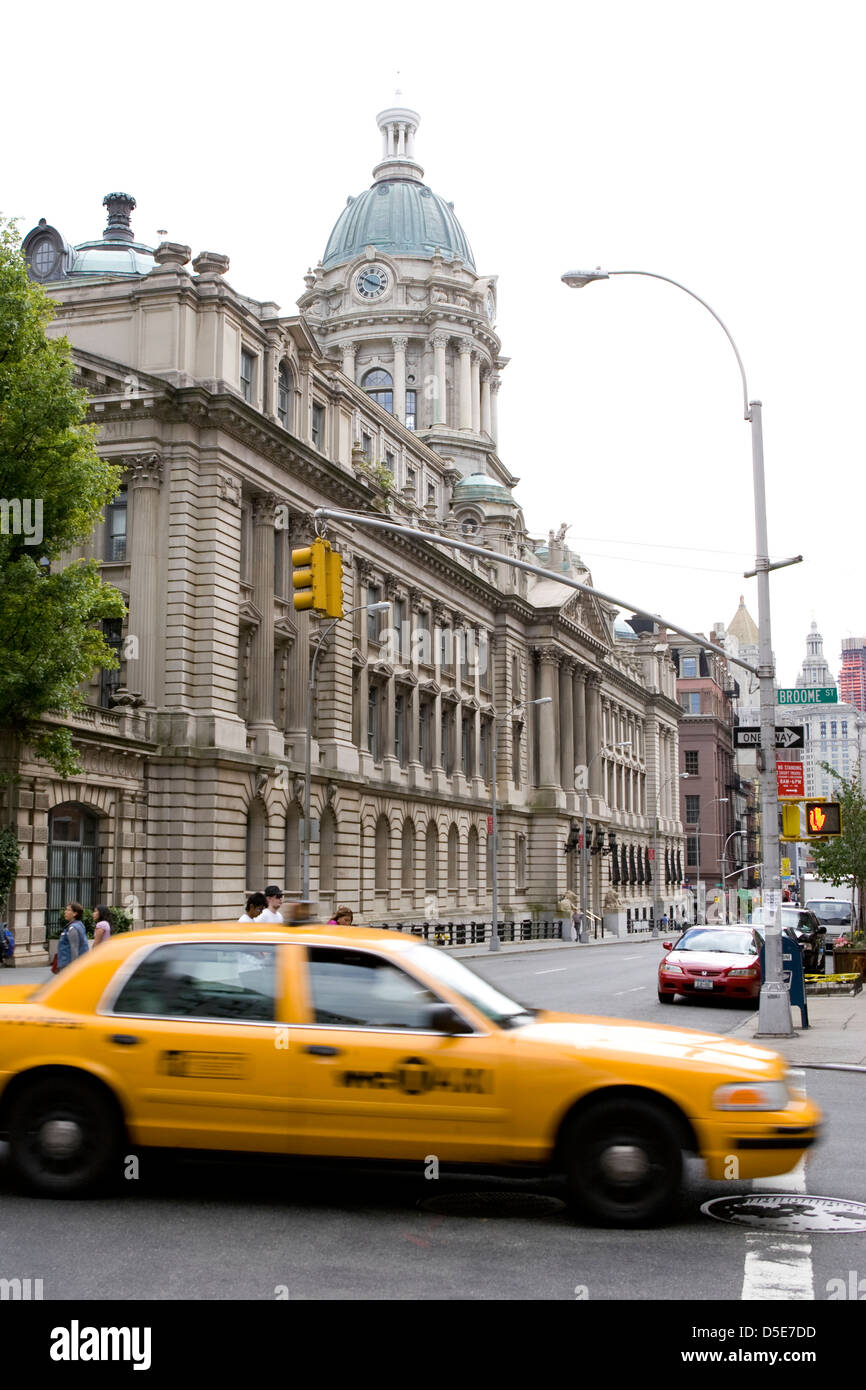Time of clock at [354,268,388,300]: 3:50
